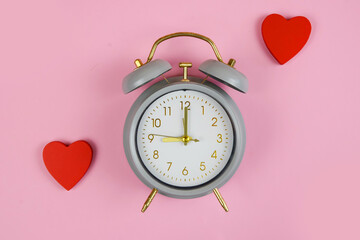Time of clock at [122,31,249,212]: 9:00
